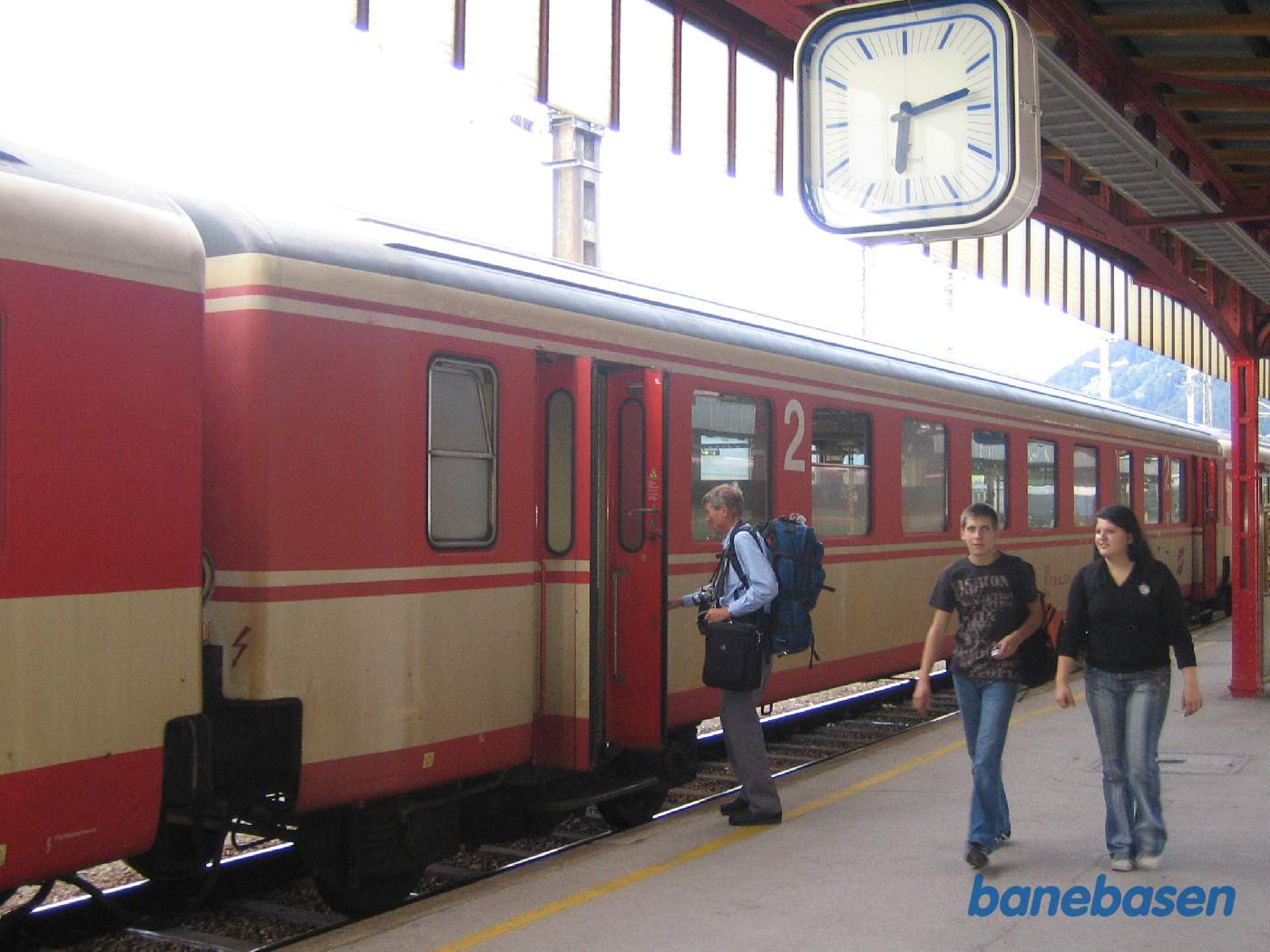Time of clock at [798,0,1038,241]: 6:12
